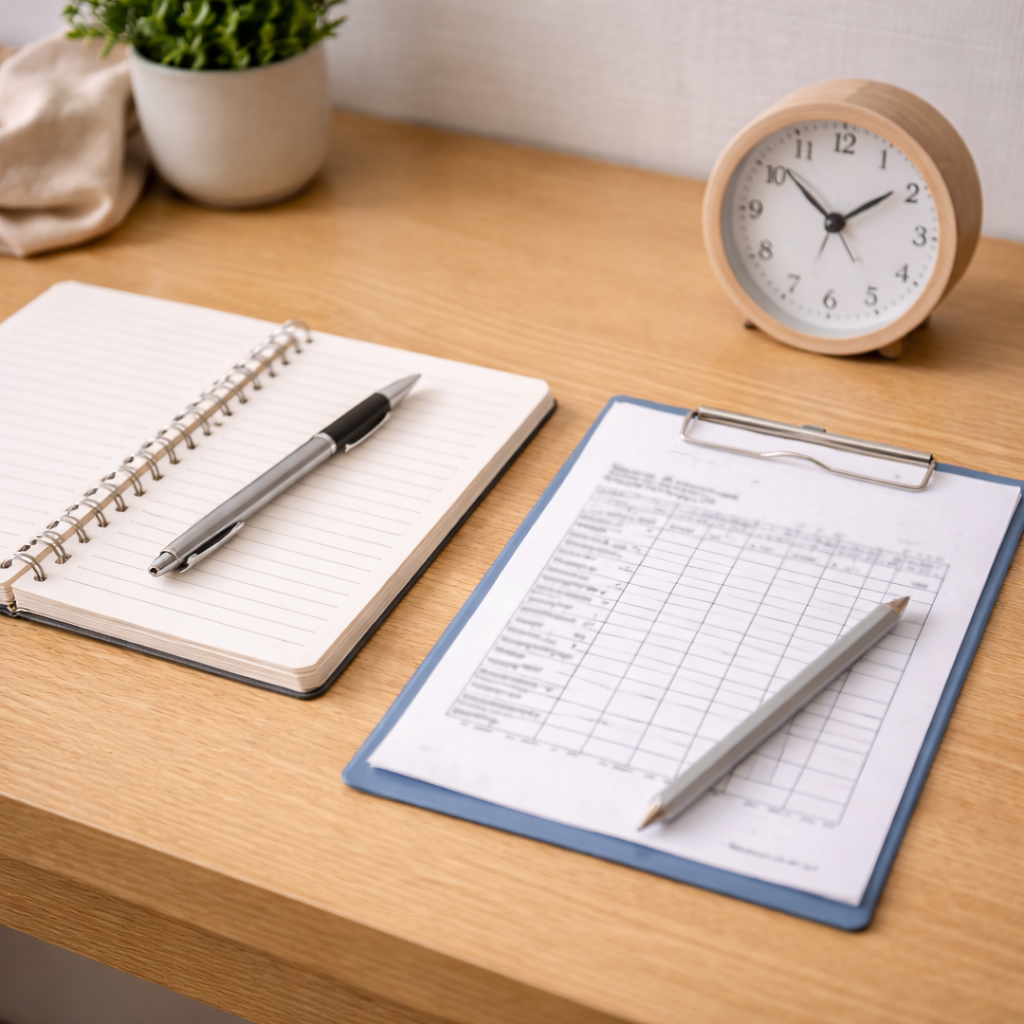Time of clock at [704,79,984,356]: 1:51
